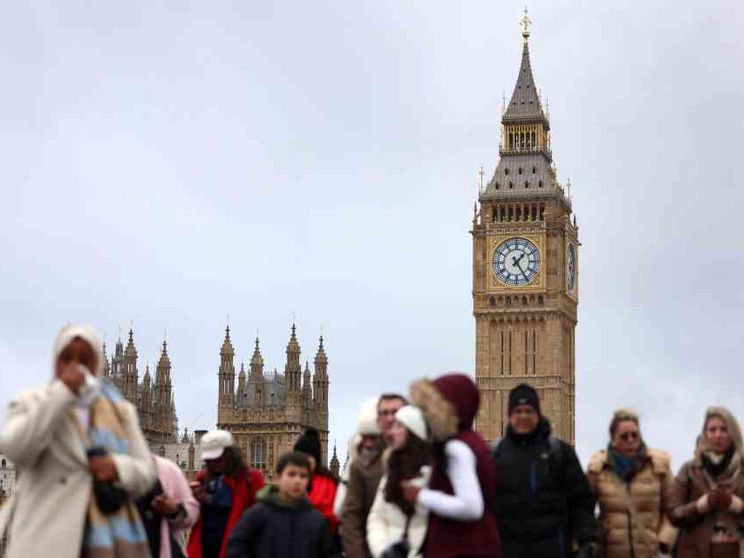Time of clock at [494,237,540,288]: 1:24
